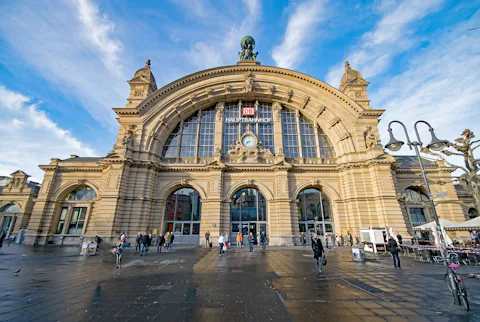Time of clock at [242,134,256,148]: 8:38
